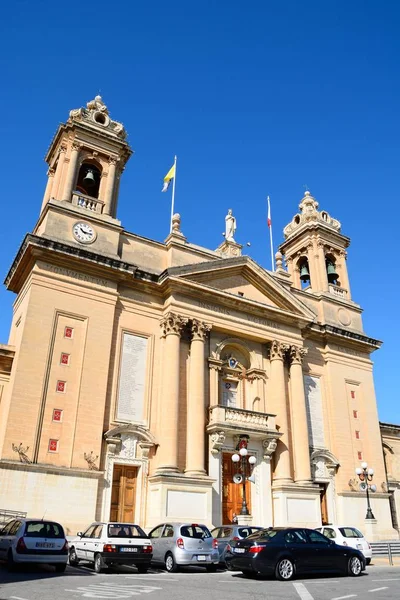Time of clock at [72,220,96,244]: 10:15
